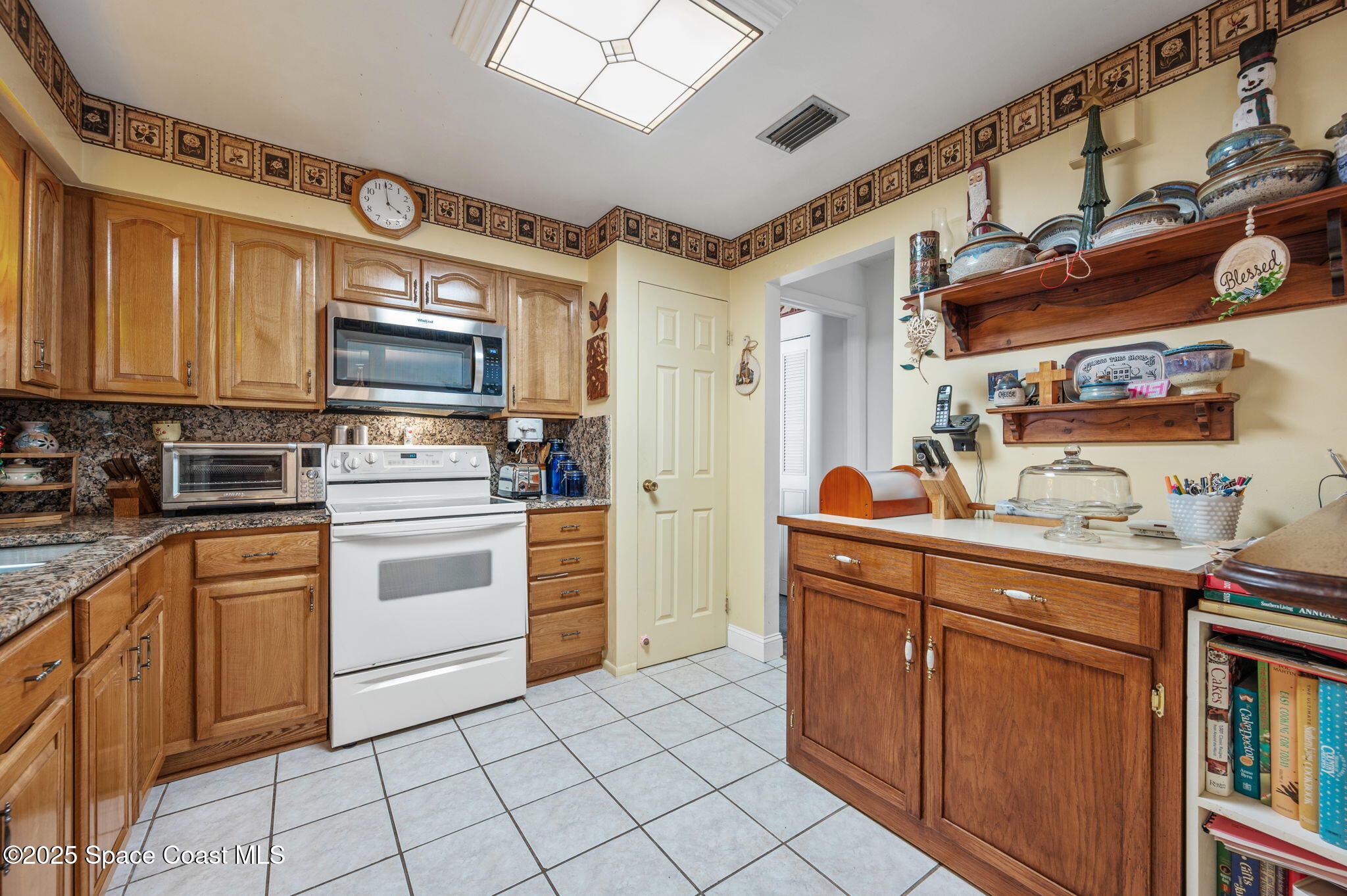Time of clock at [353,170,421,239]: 3:58
